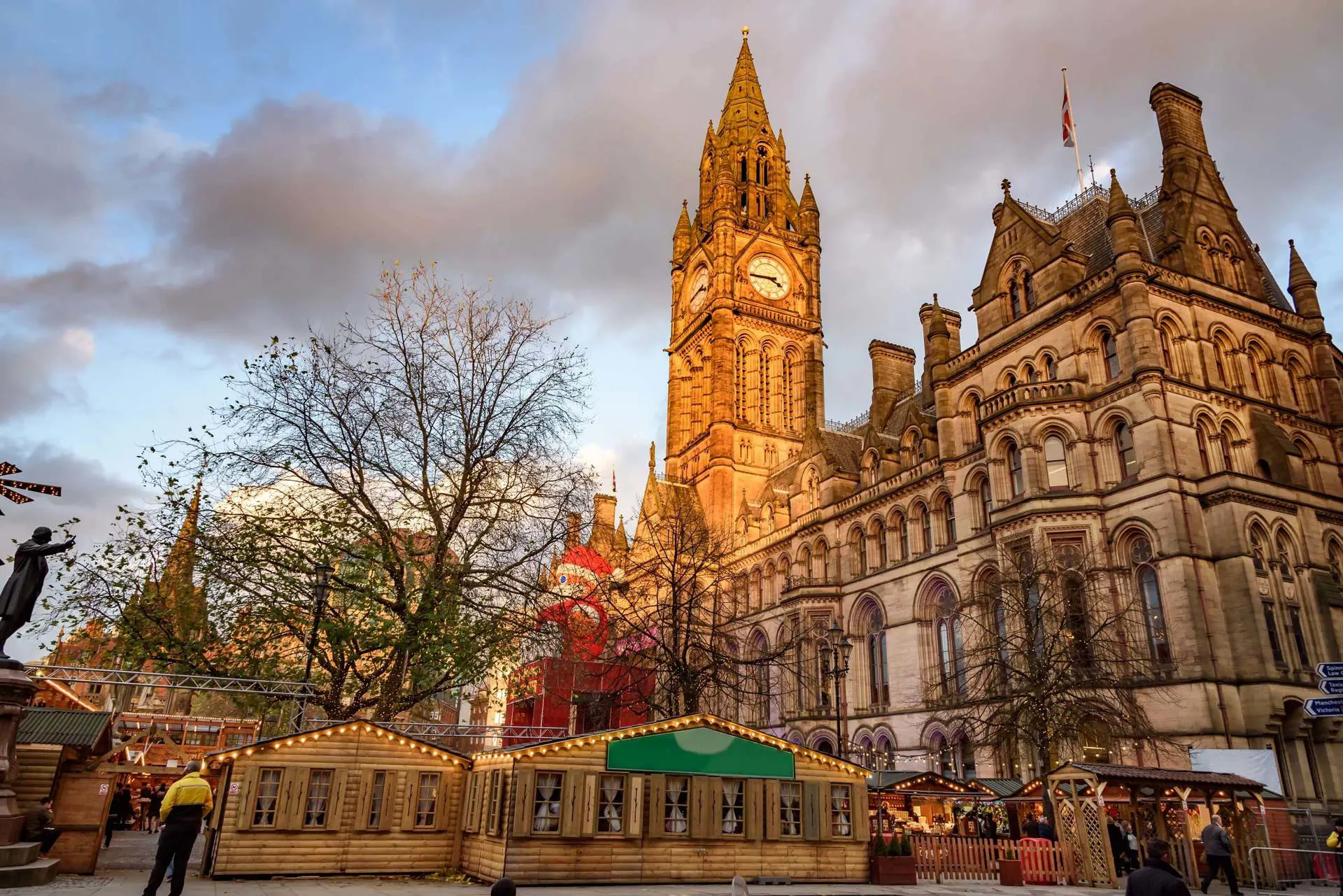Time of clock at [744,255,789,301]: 3:44
